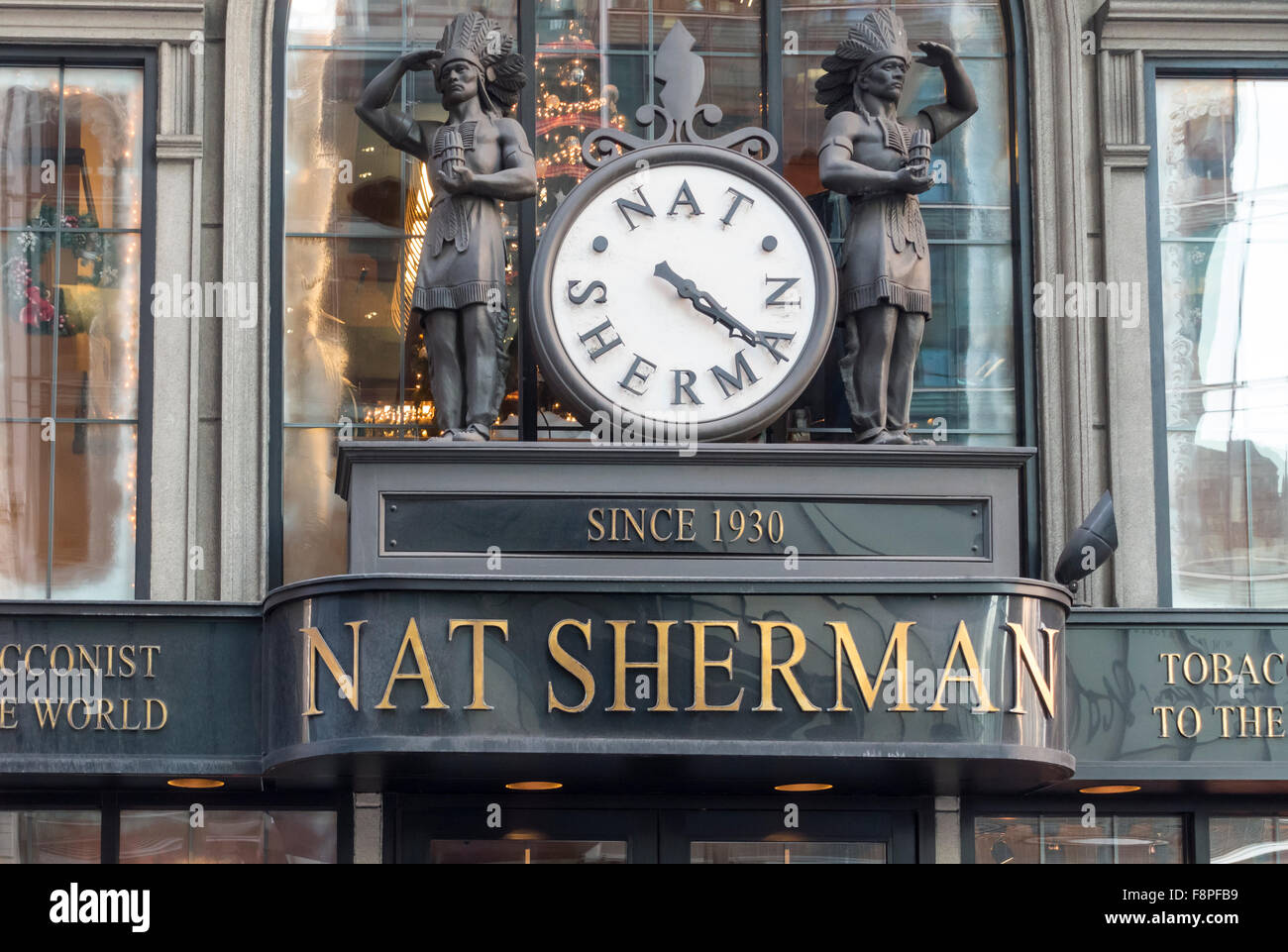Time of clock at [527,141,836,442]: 4:21
